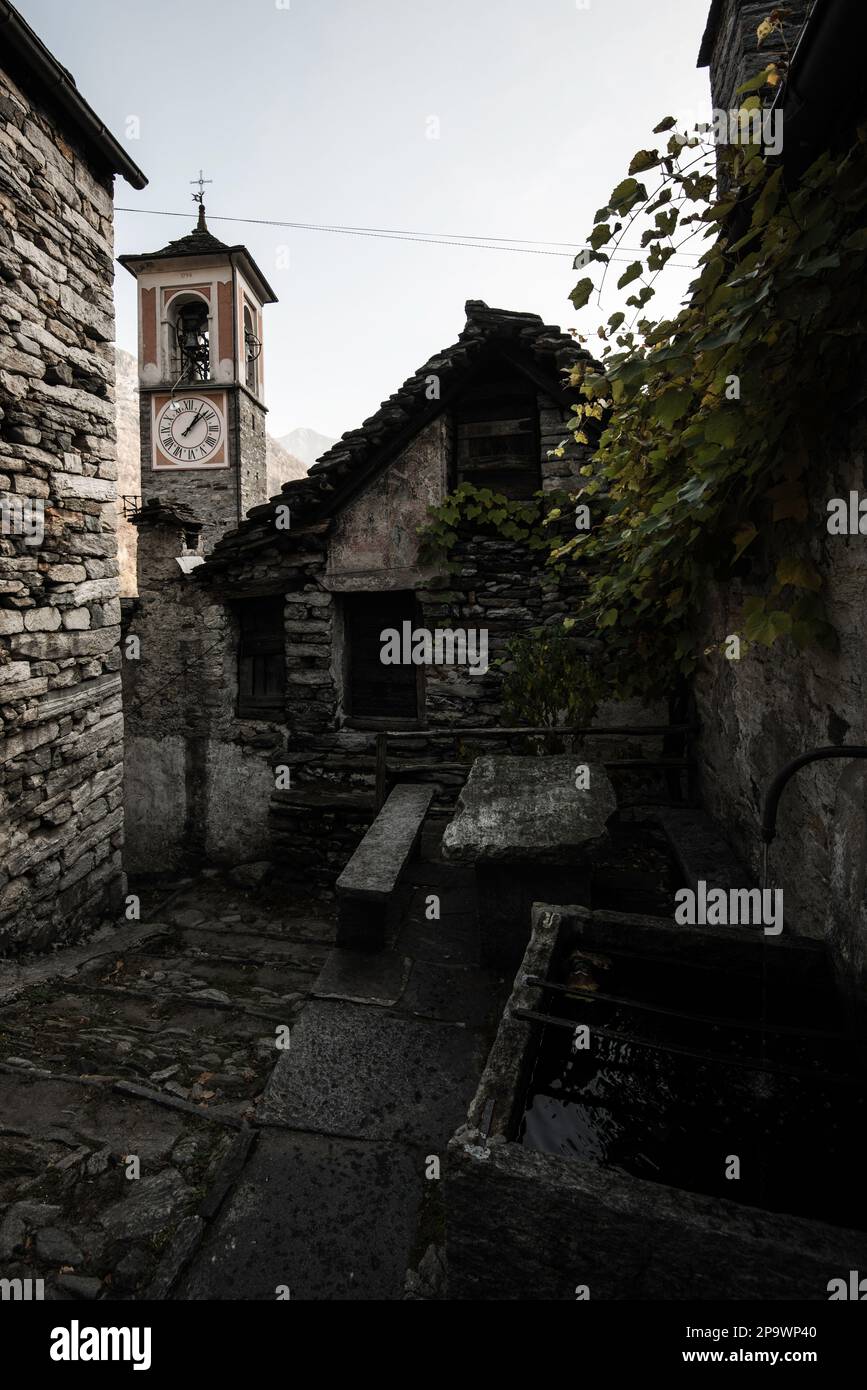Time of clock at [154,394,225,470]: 1:08
